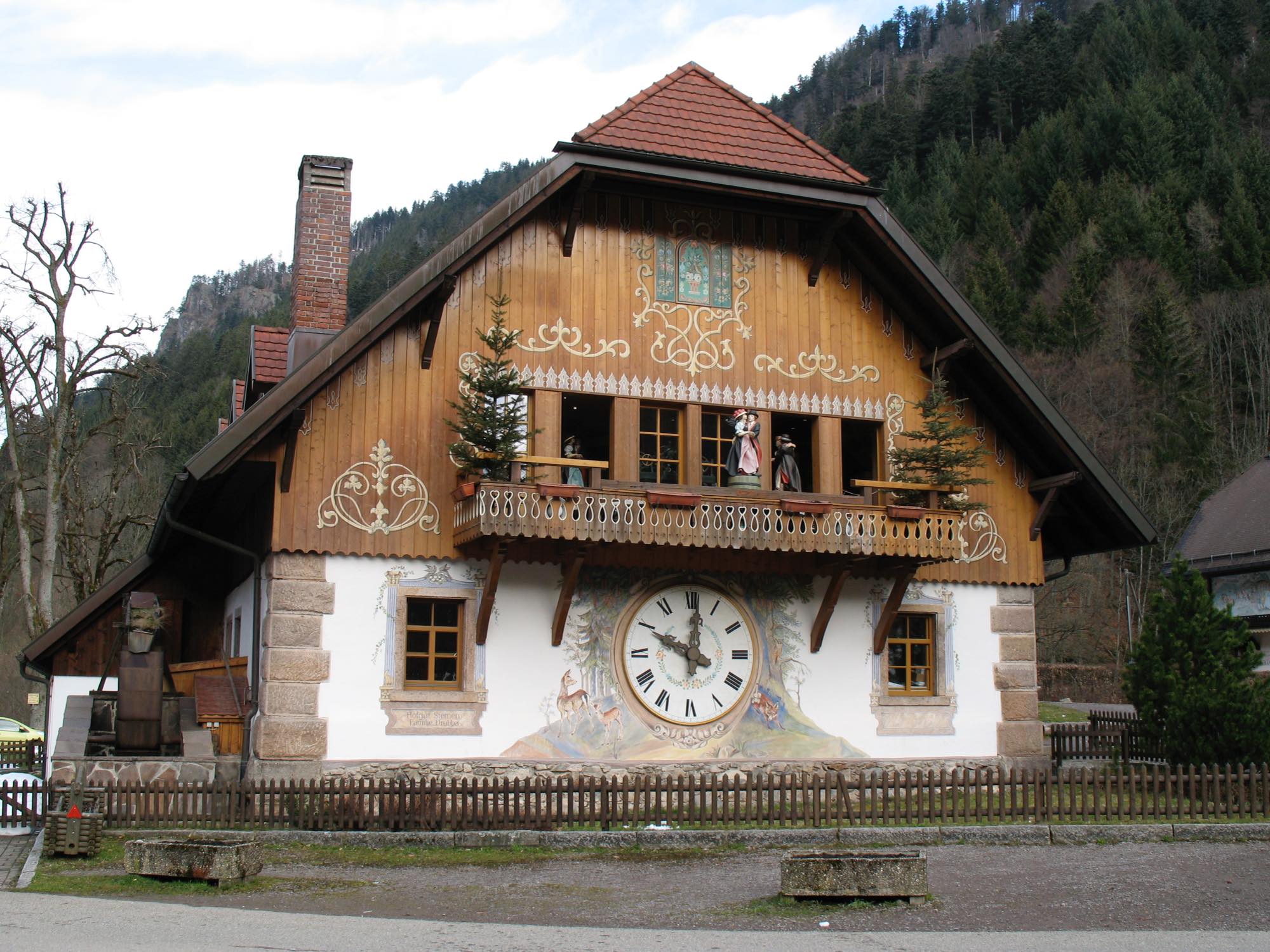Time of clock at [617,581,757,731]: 10:01
